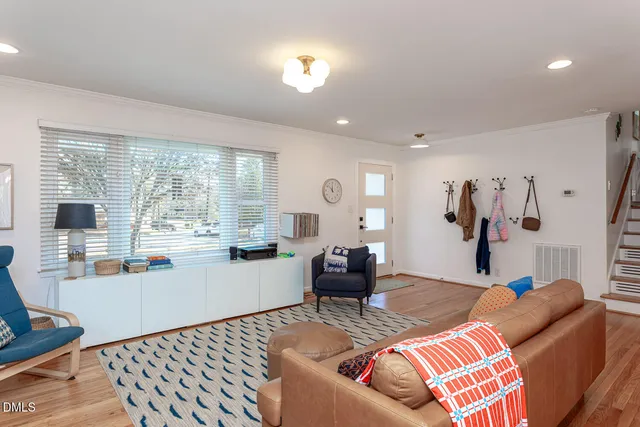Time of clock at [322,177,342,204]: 11:51
